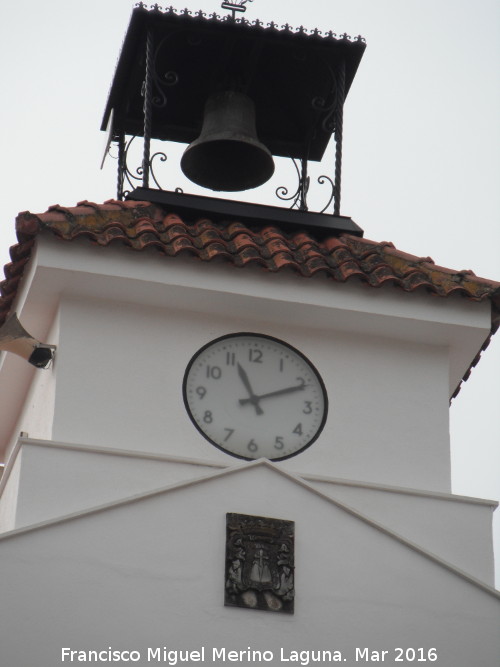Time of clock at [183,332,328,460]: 11:10
